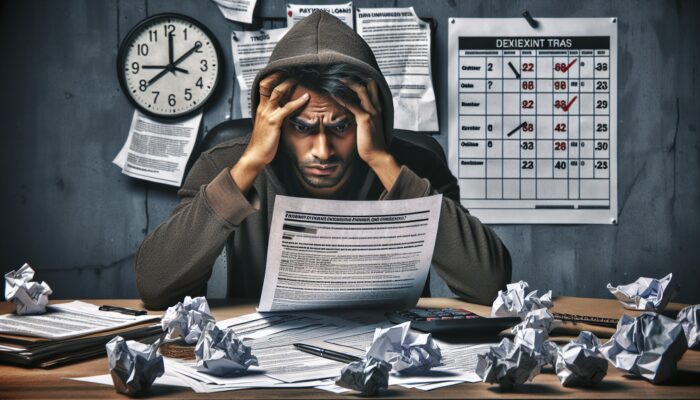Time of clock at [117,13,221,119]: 12:09
